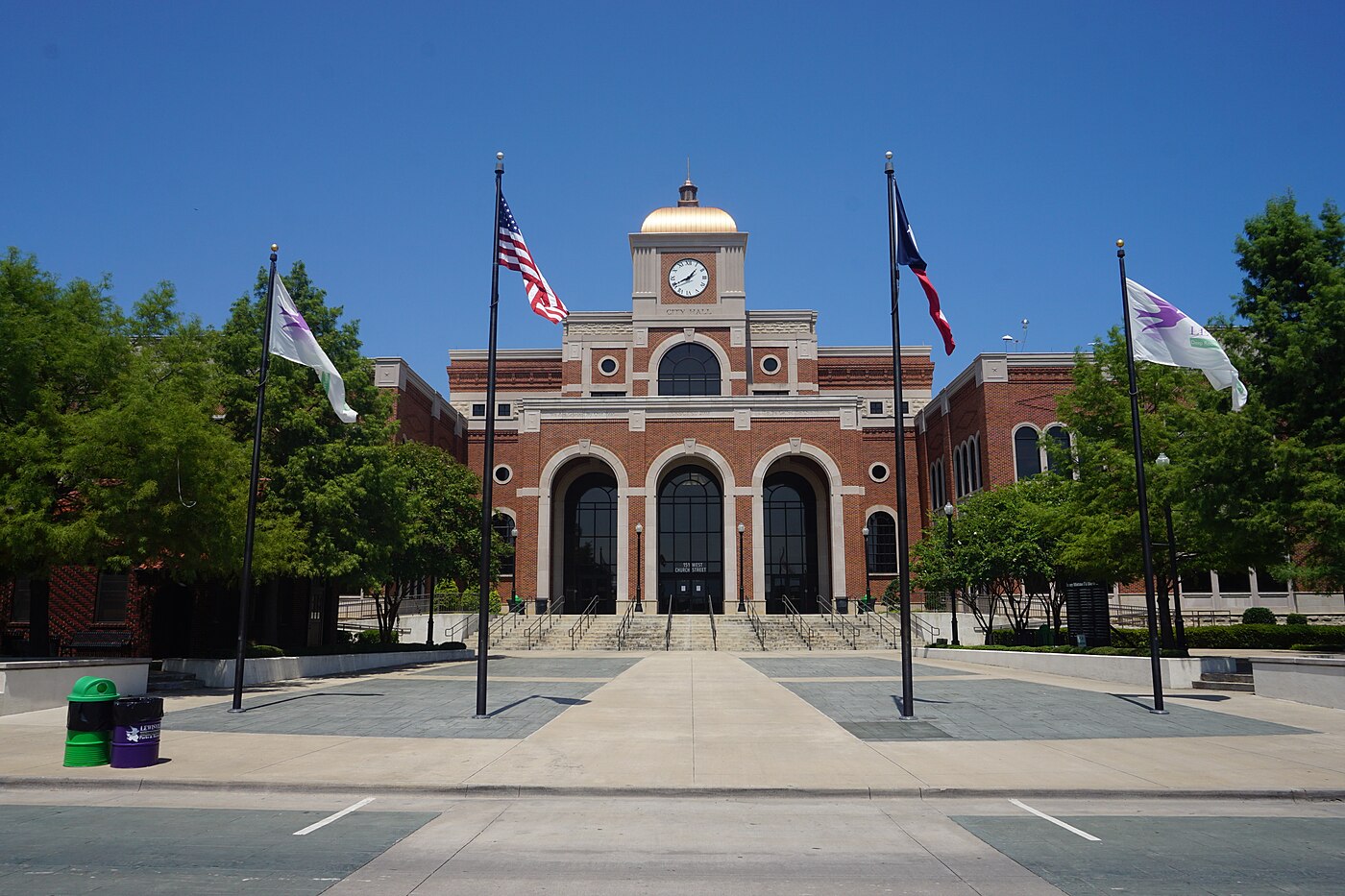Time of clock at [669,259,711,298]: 1:40
